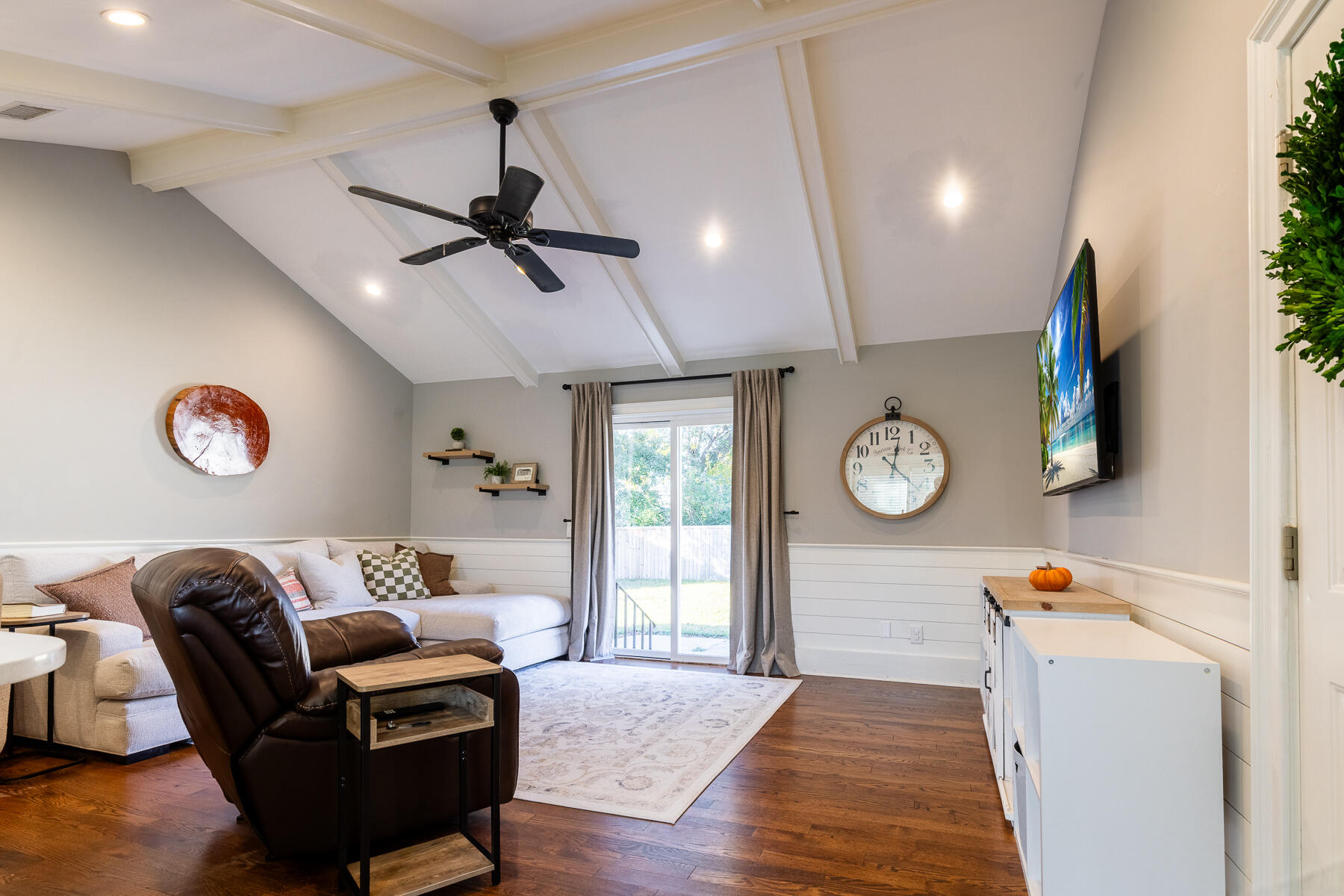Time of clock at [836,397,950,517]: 12:22
